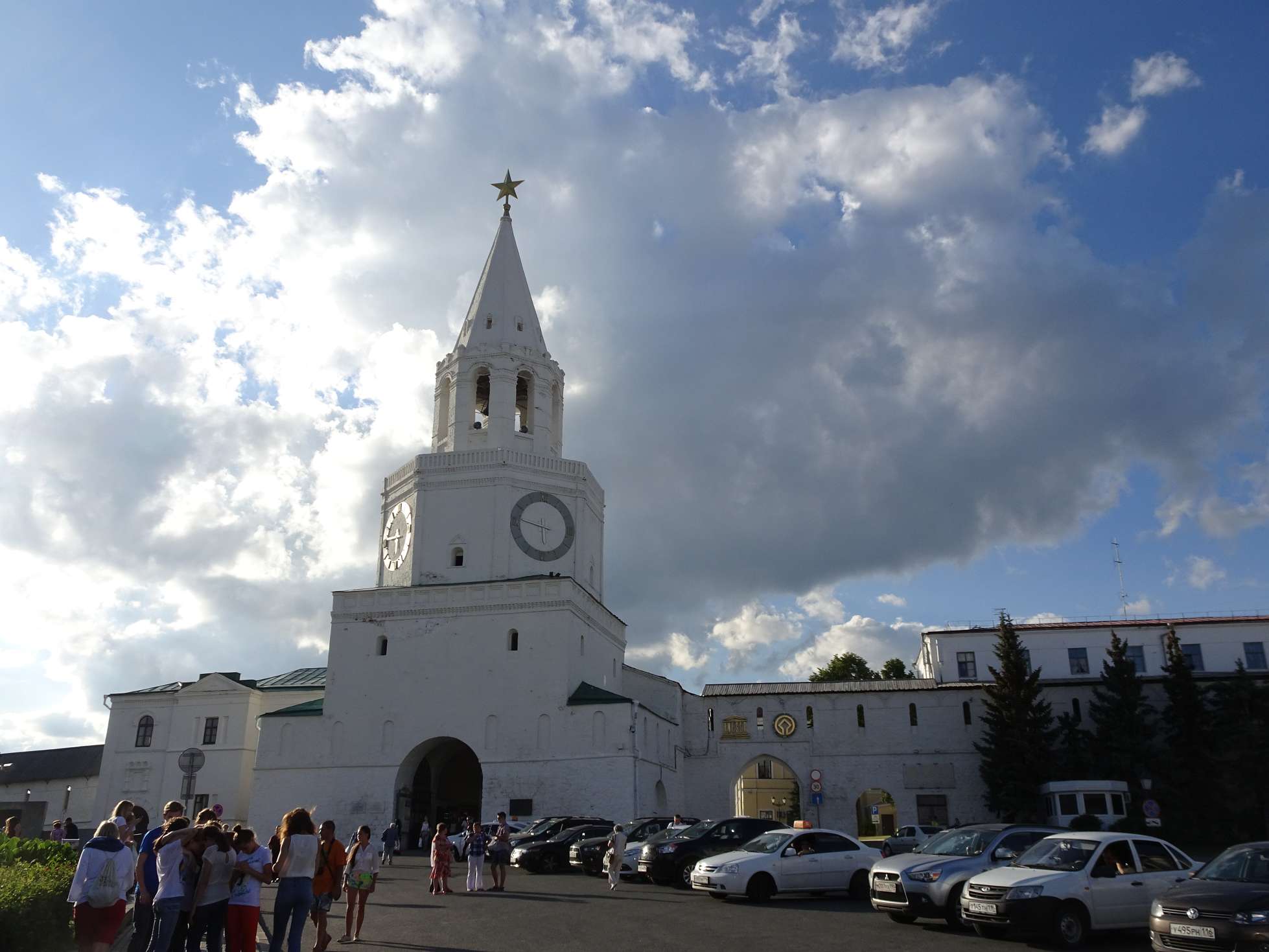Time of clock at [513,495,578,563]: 5:46
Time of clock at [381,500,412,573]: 5:45
